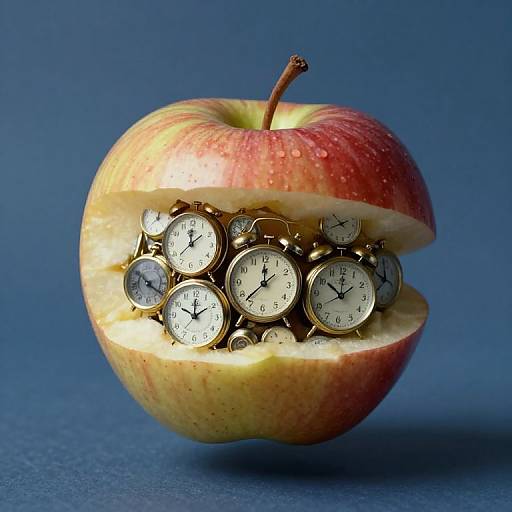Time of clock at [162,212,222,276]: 12:08
